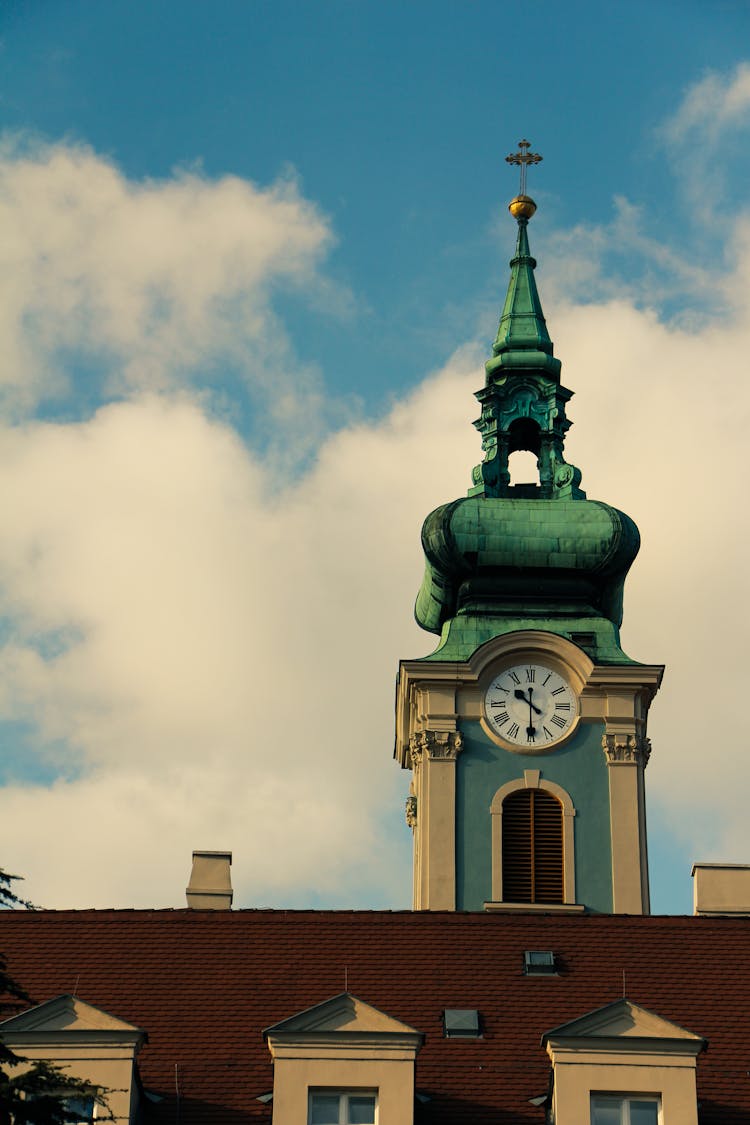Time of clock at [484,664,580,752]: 10:29
